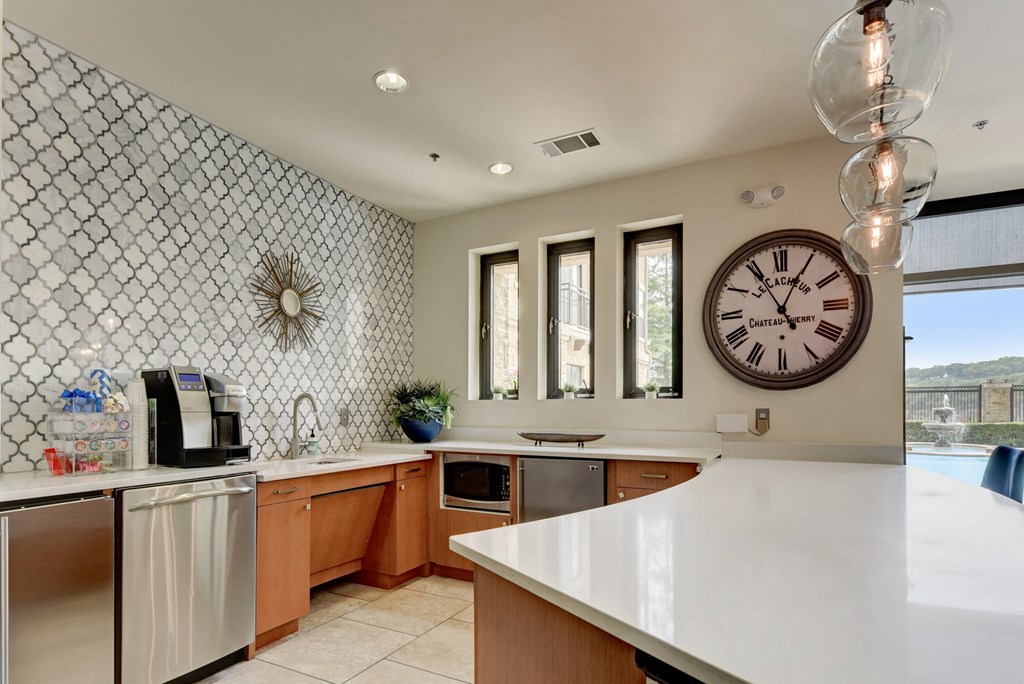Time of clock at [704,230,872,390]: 12:54
